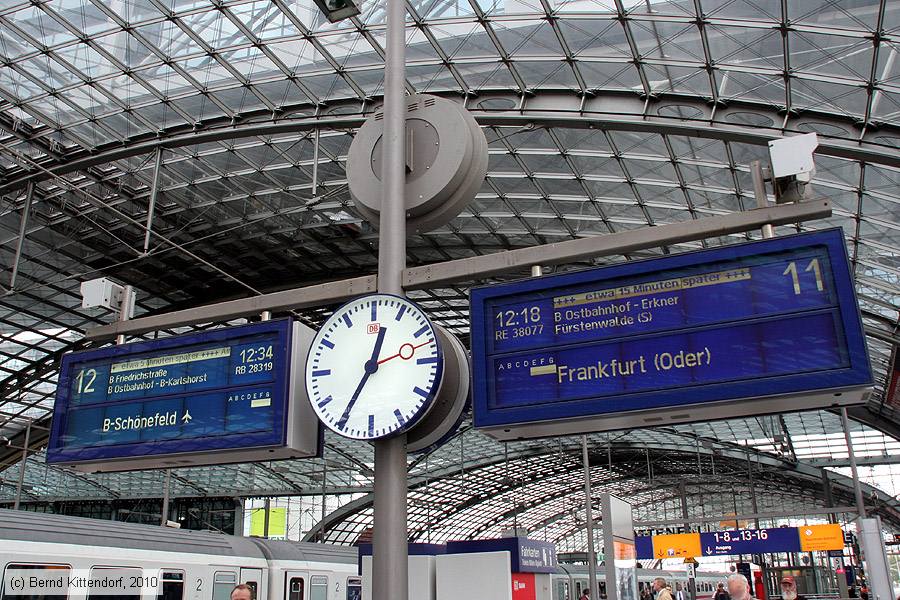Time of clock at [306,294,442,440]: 12:35
